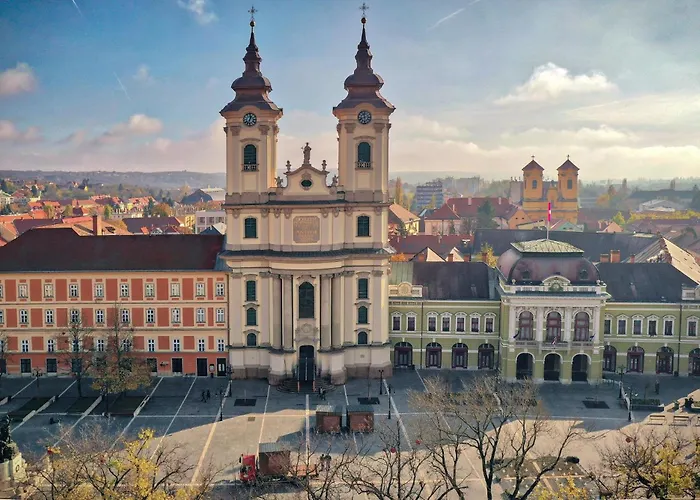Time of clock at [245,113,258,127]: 1:02
